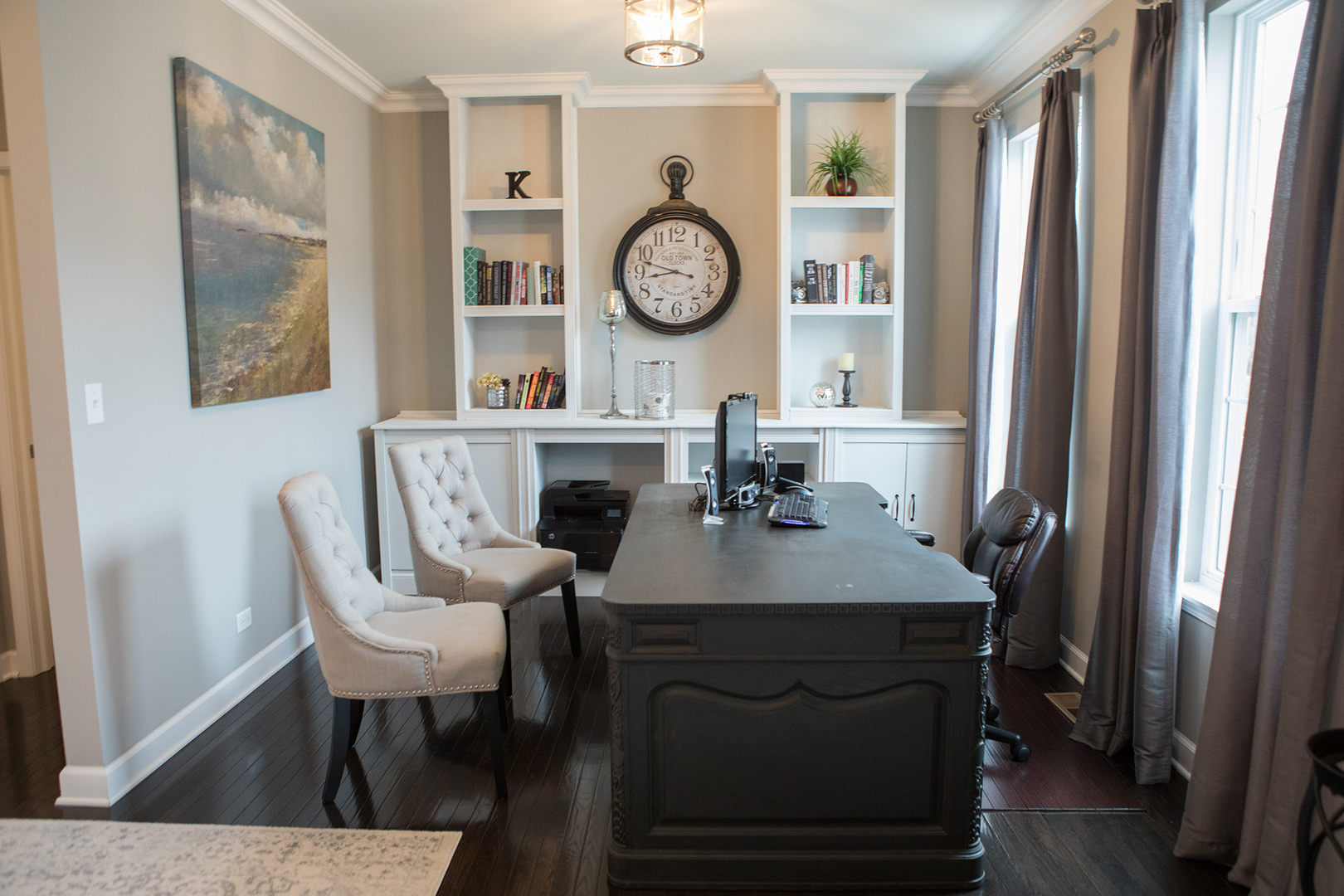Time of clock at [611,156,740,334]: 8:47
